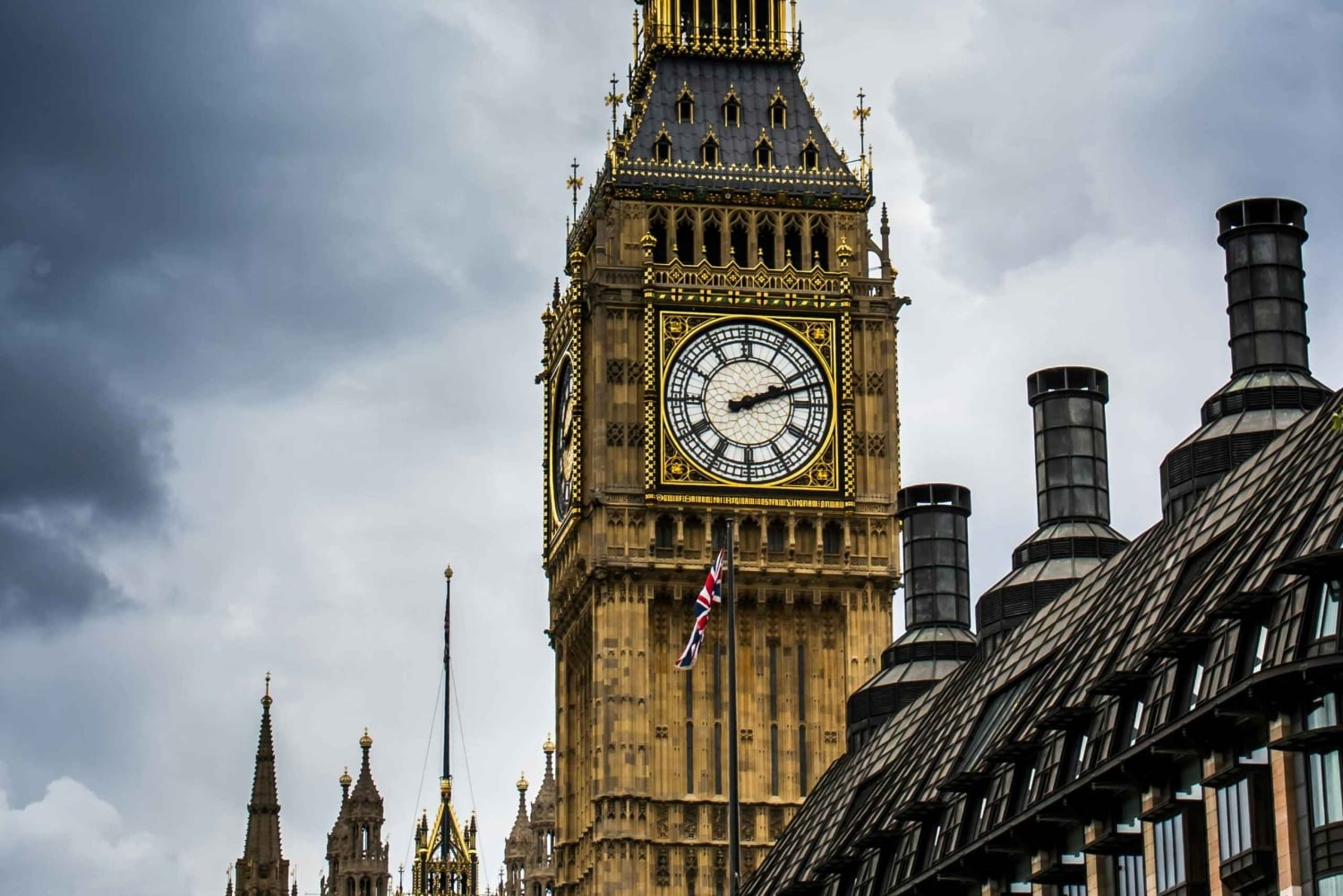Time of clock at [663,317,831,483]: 2:11
